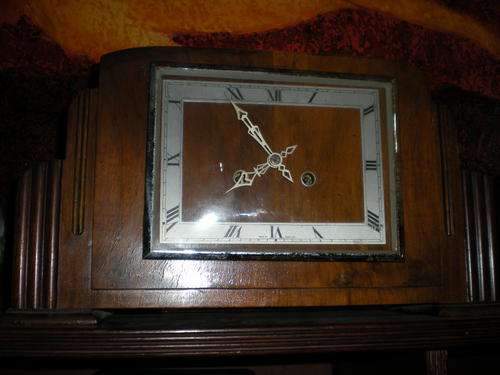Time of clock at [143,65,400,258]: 7:54
